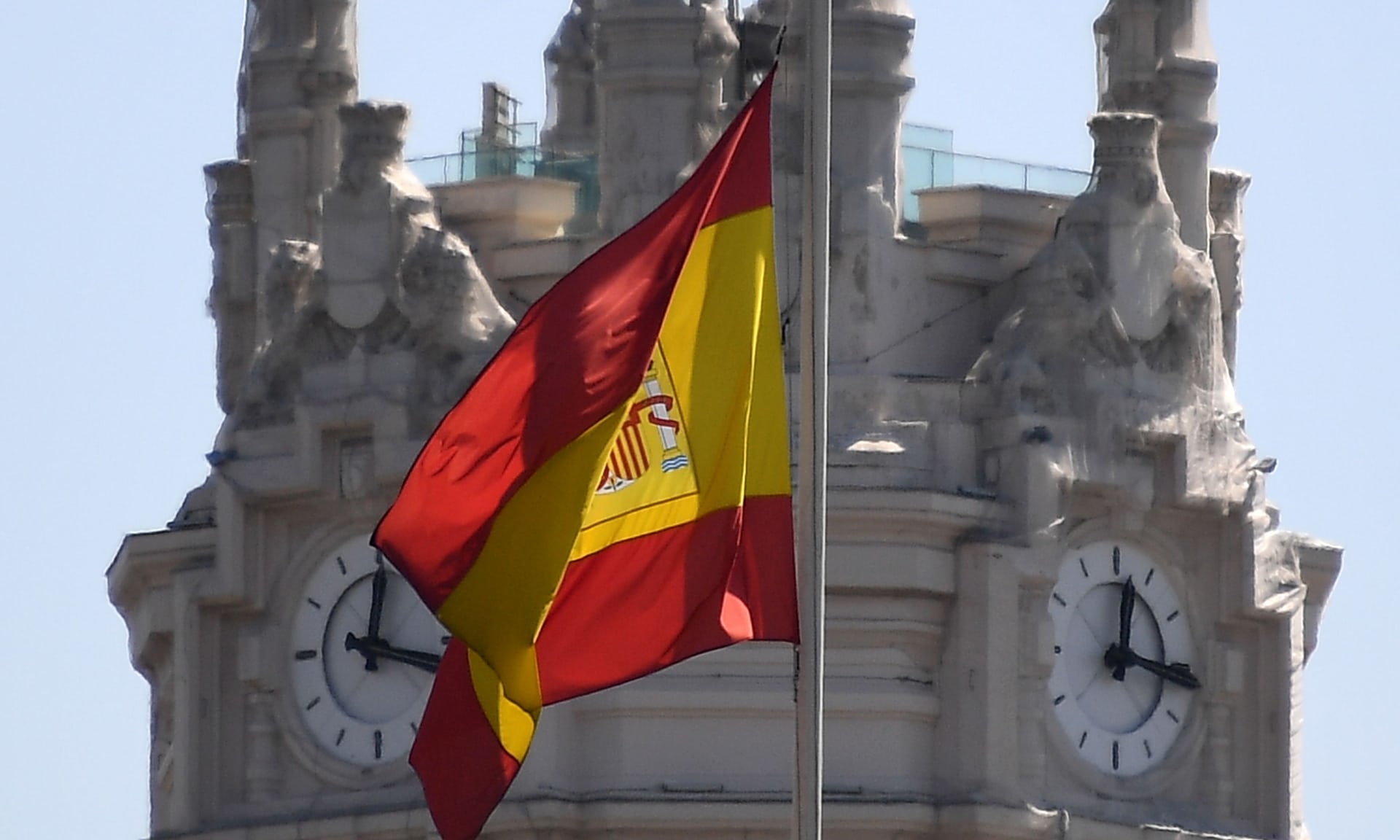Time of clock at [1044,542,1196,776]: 12:16
